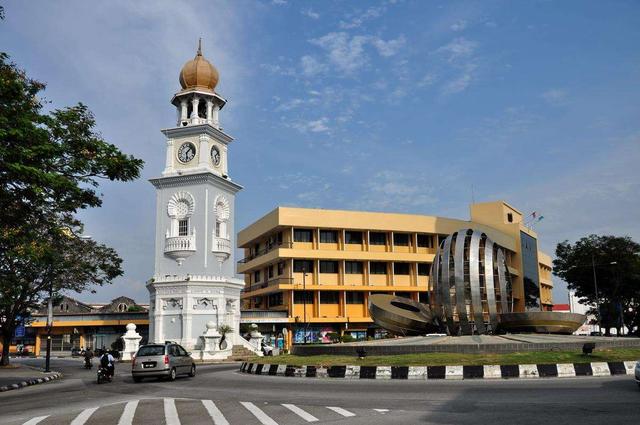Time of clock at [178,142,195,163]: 1:28
